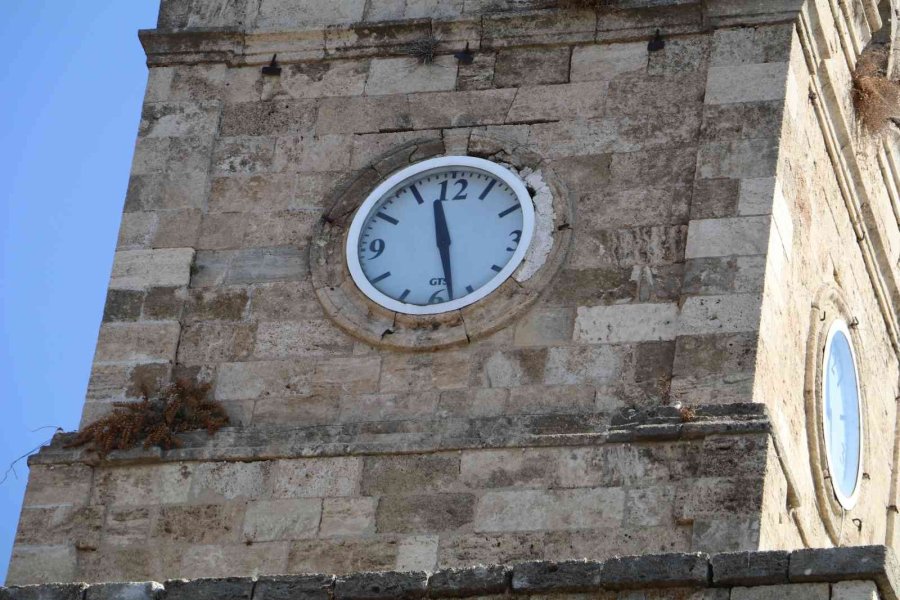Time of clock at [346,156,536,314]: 11:27
